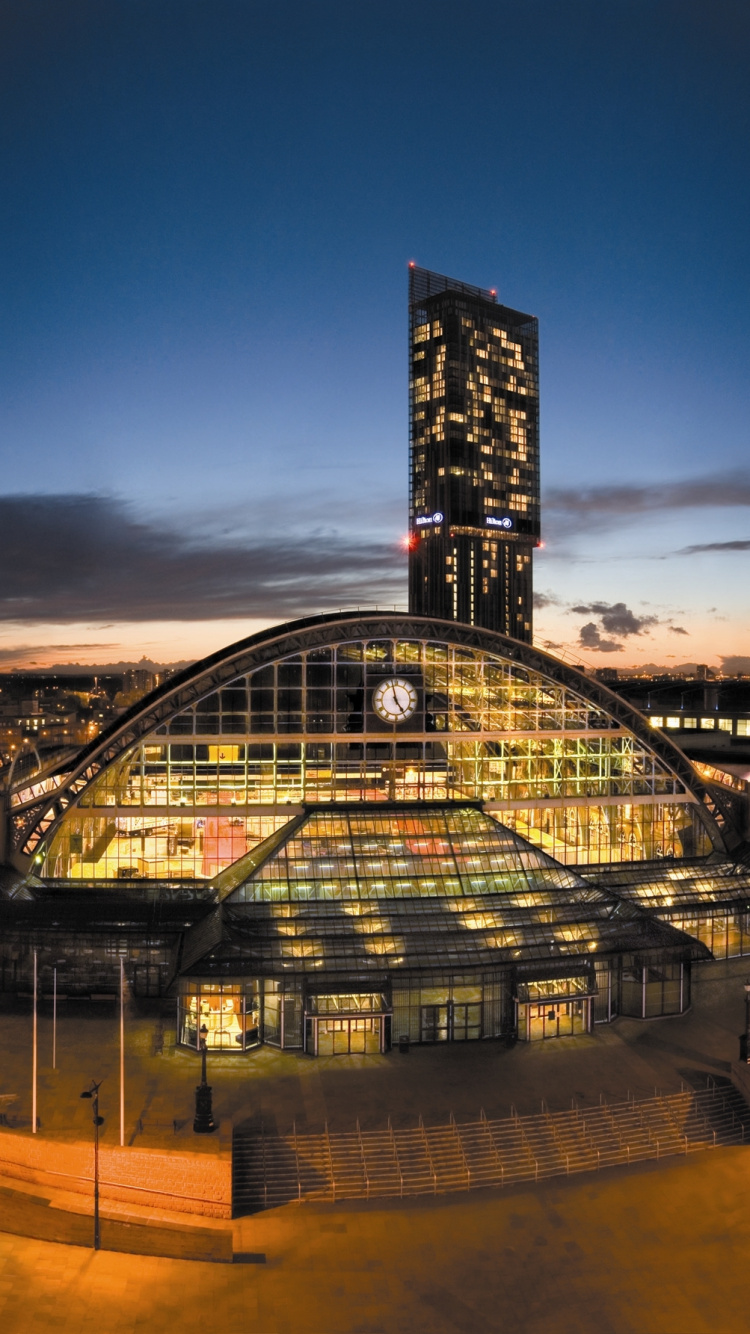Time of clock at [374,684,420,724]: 4:57
